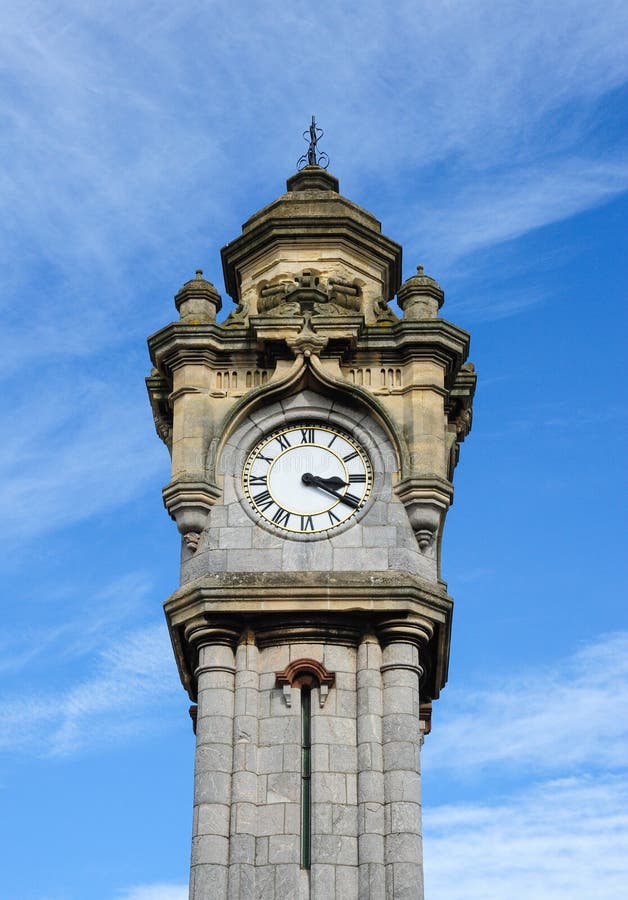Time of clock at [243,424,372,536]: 3:20
